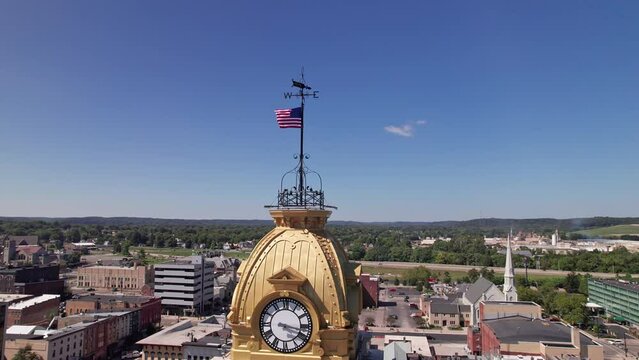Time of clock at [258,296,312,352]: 4:17
